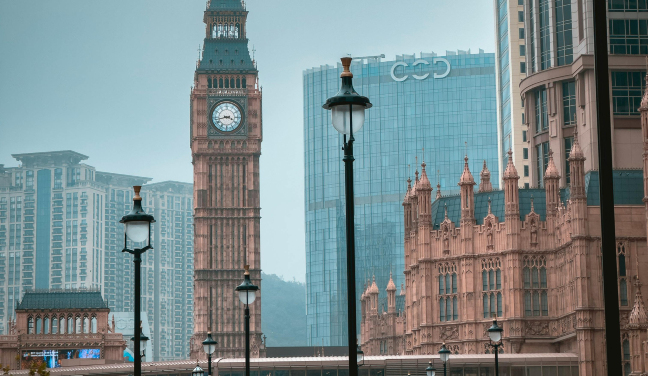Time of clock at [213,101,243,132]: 3:42
